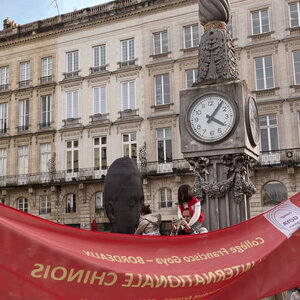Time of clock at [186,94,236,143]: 4:06
